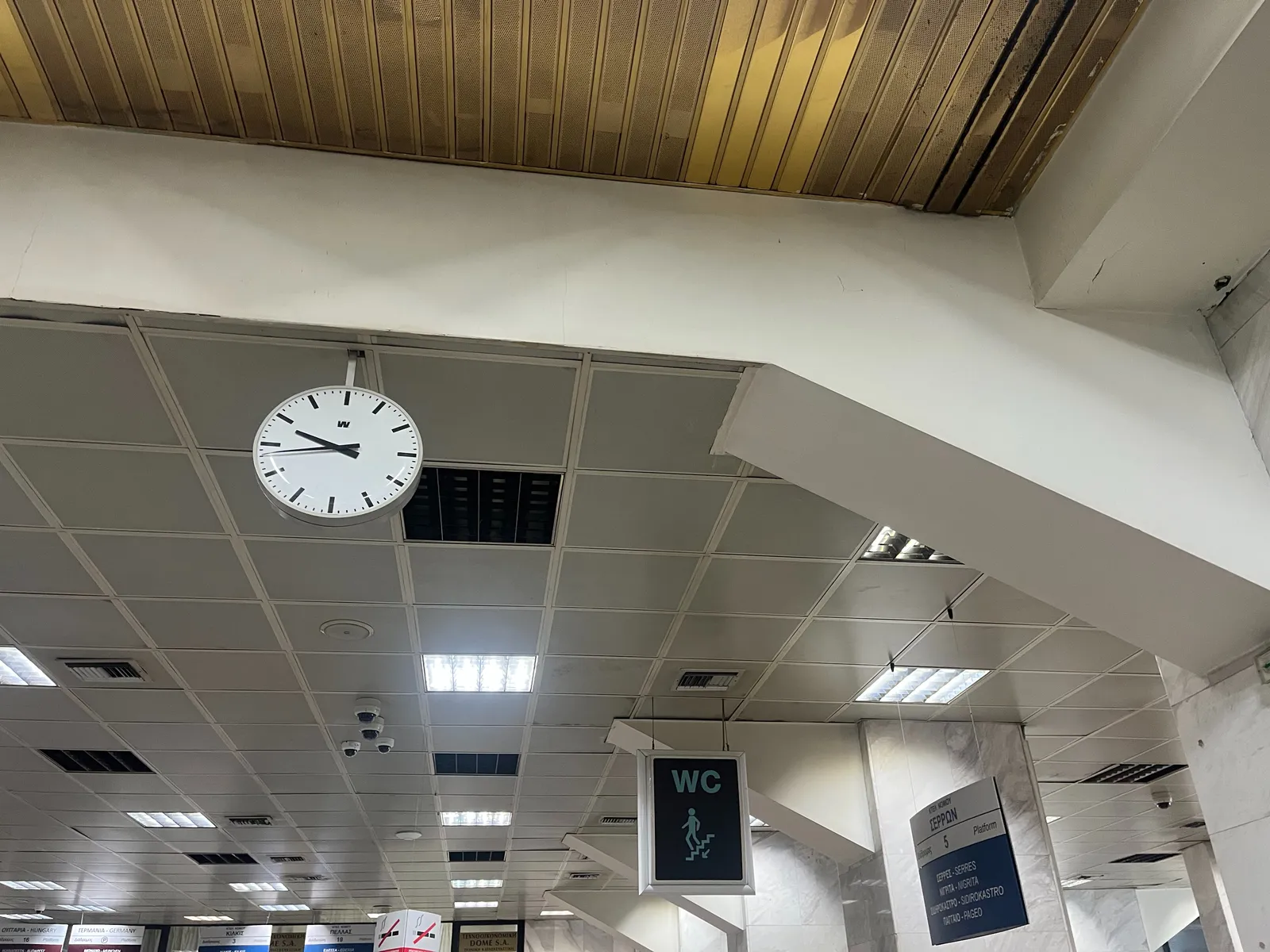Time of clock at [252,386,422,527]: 9:43
